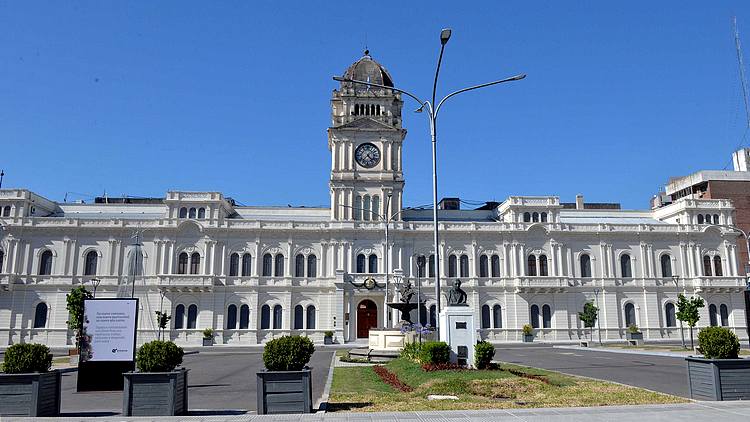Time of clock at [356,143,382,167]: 4:37
